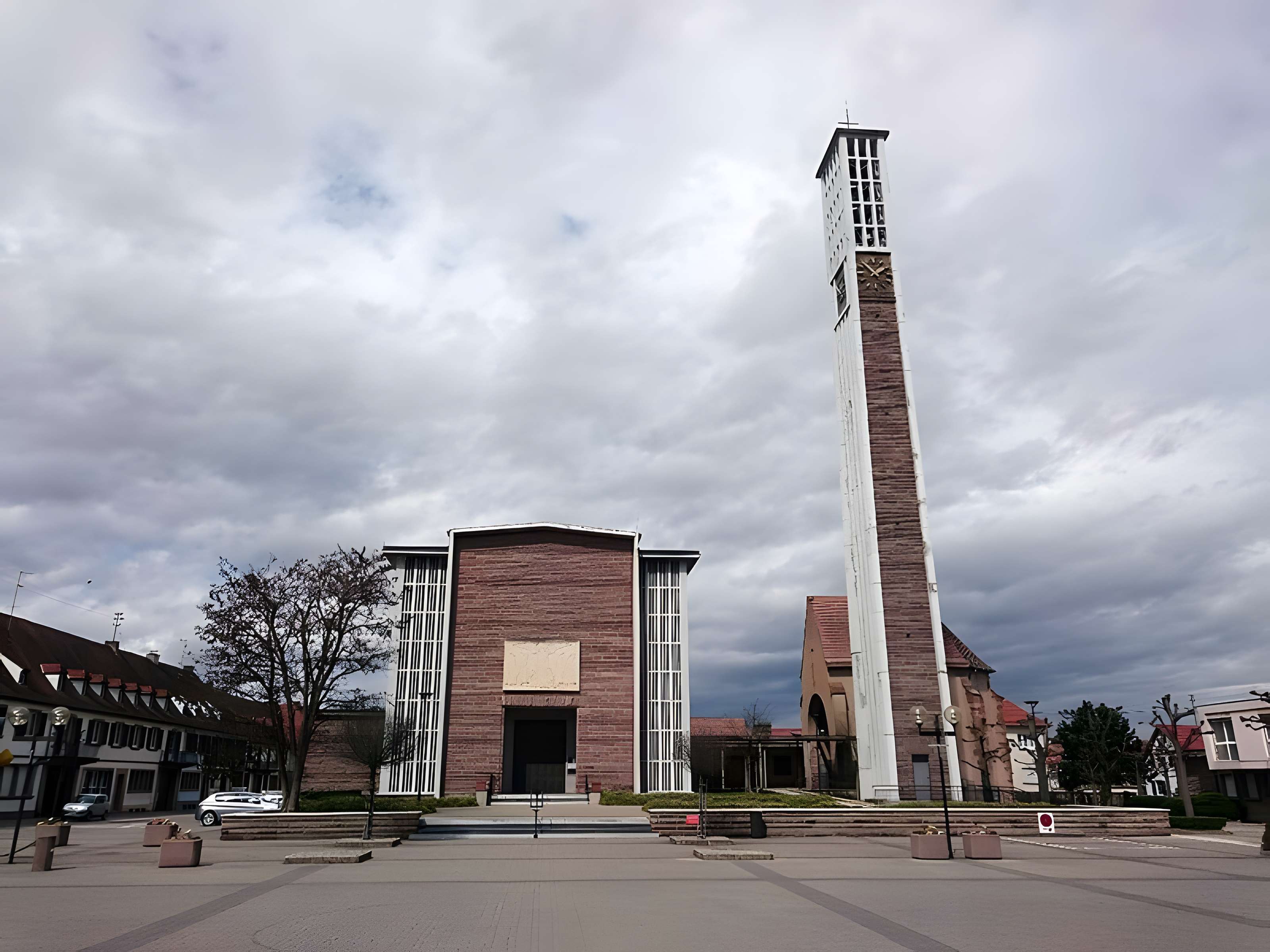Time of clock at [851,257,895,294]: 1:51
